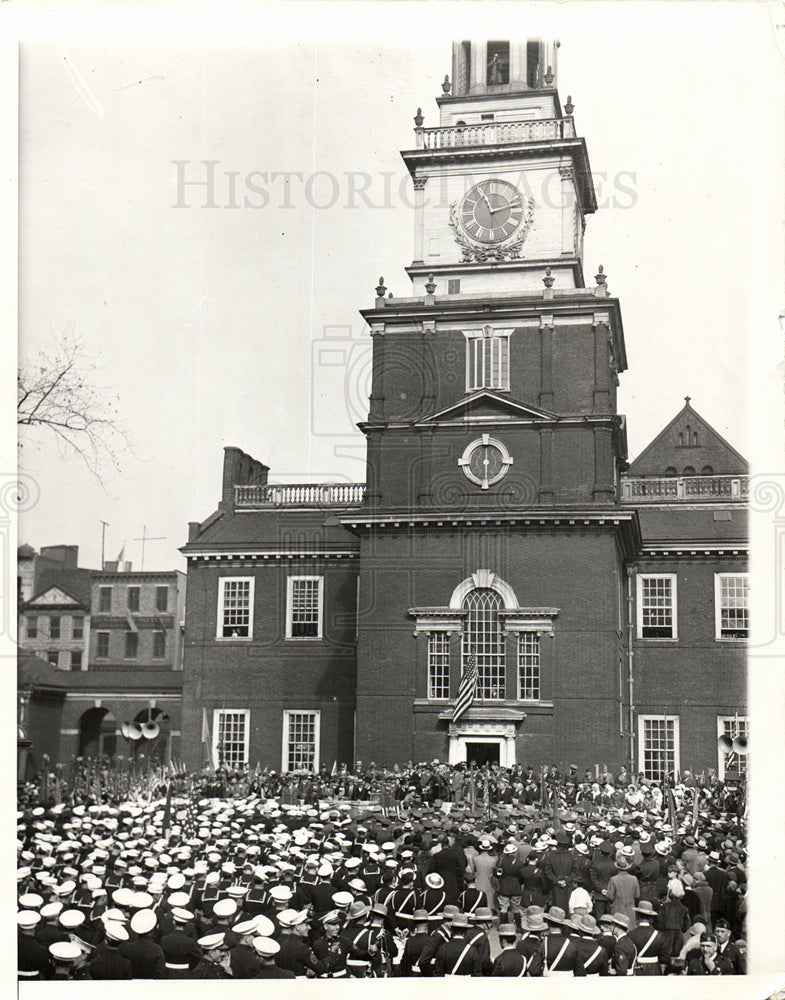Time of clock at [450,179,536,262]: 11:12
